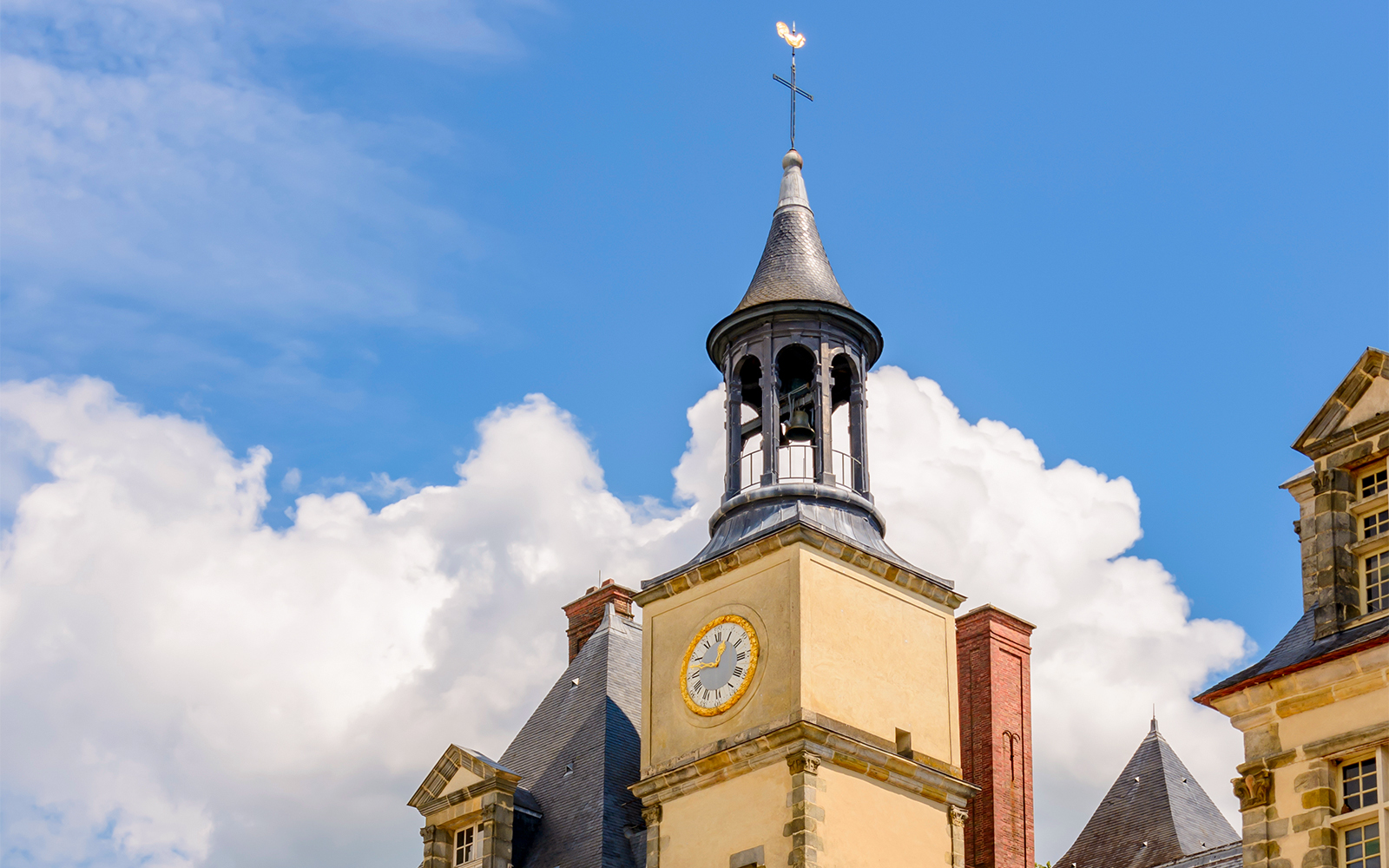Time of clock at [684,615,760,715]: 12:47
